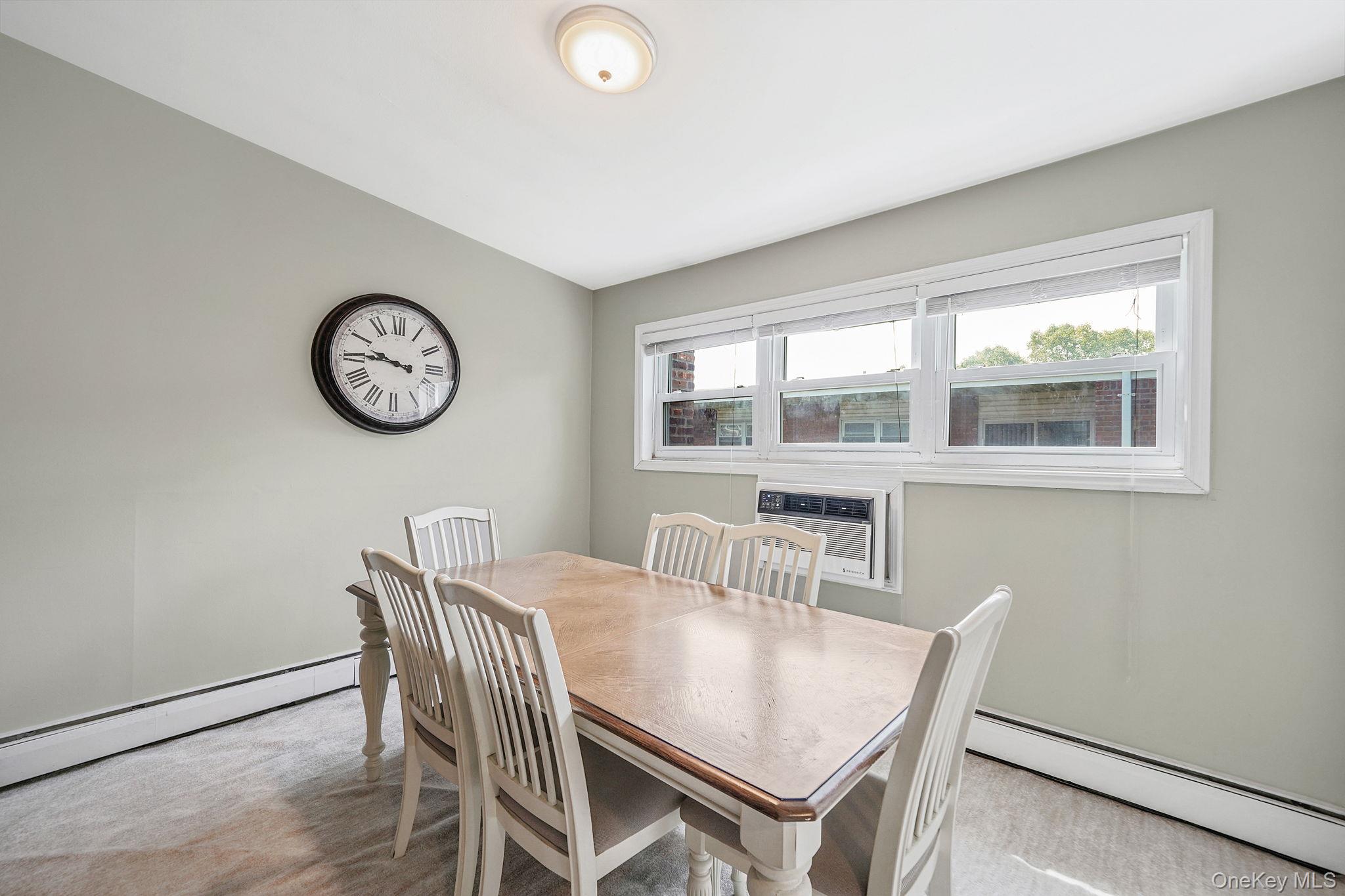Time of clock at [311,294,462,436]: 9:45
